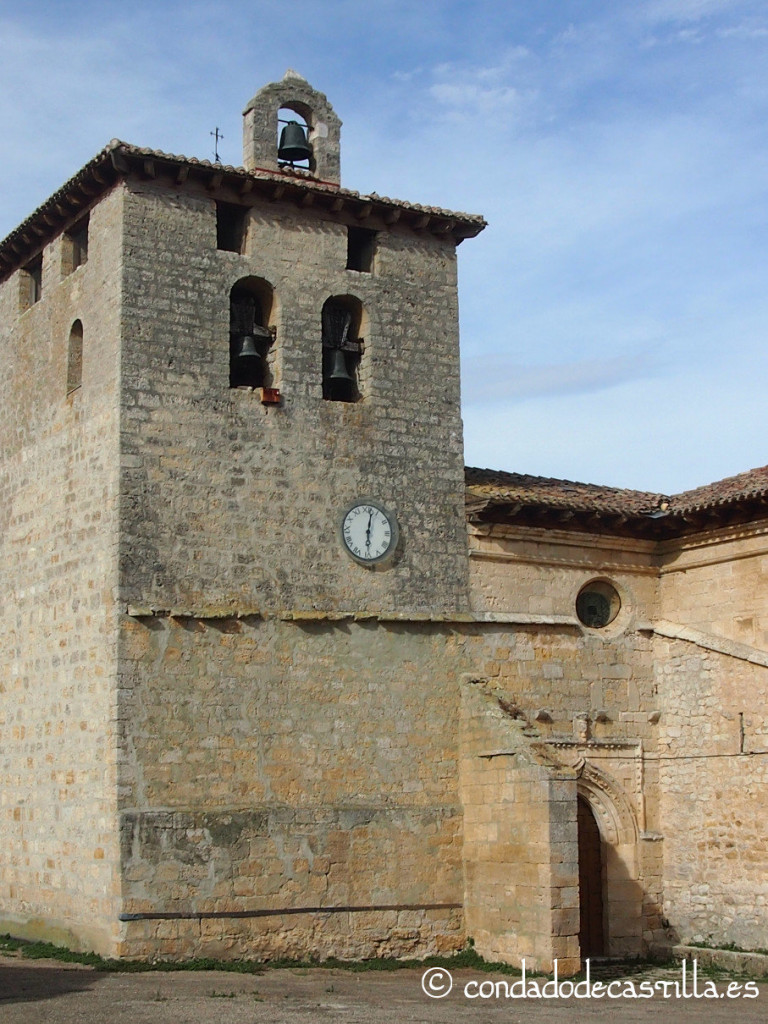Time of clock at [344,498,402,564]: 6:01
